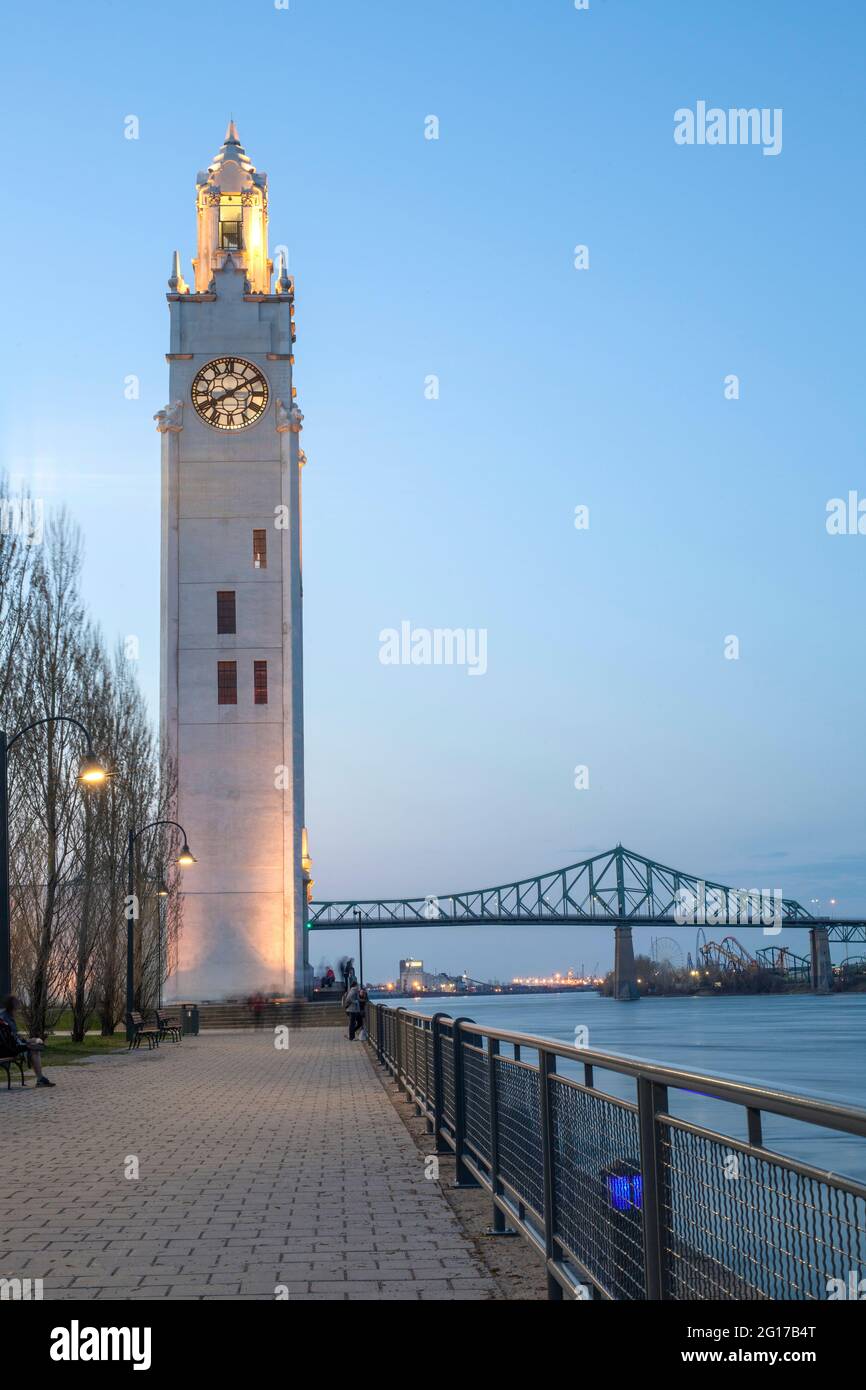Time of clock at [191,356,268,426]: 8:09
